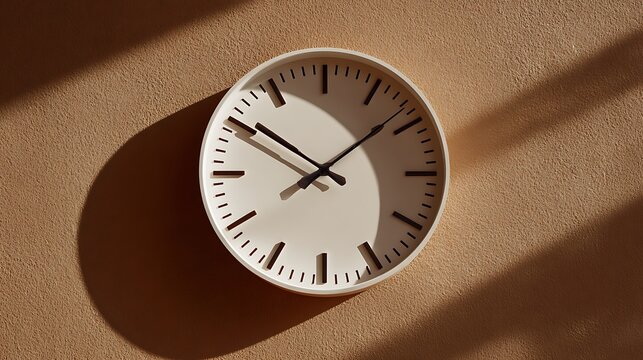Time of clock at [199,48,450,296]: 10:08
